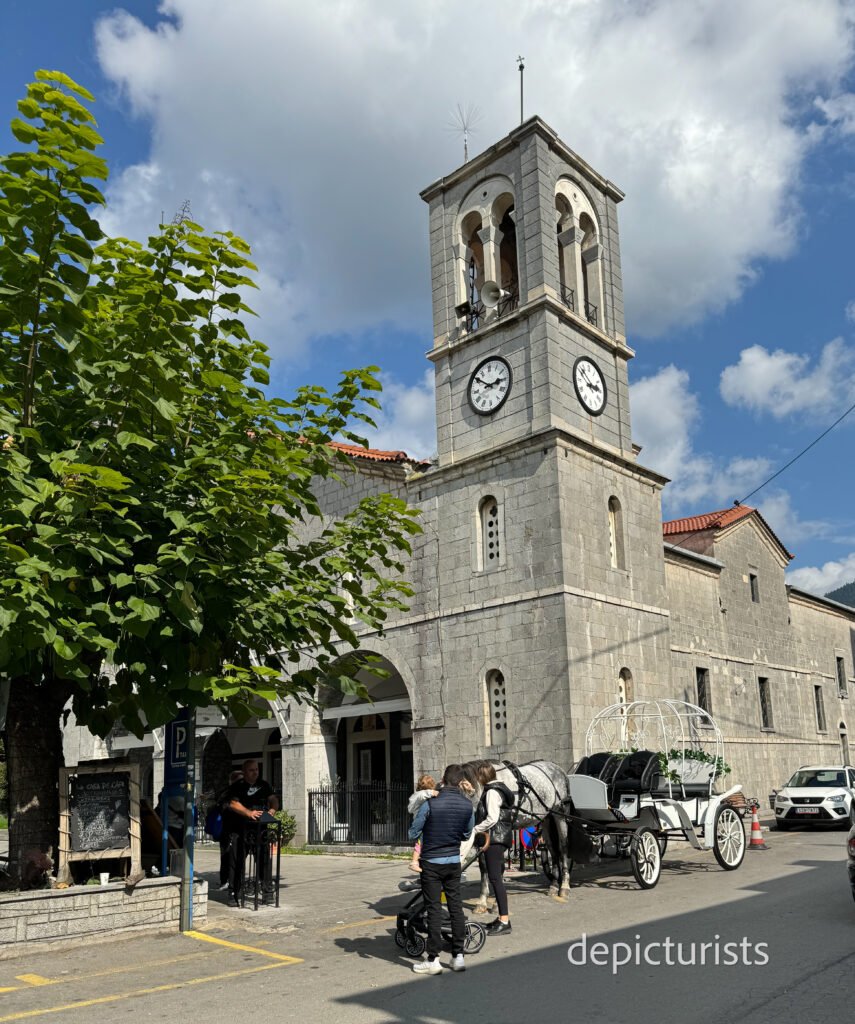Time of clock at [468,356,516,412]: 2:50
